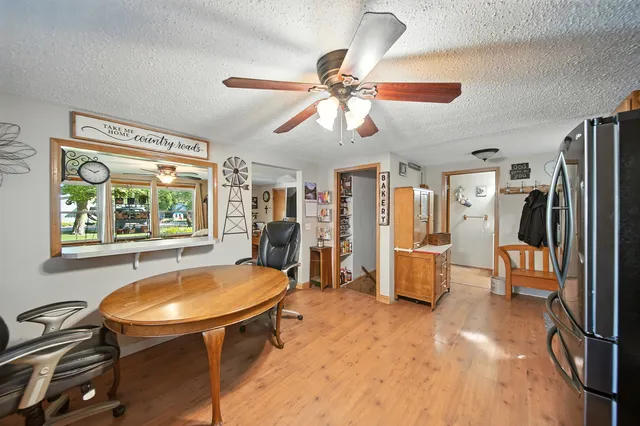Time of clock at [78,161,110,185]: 1:50
